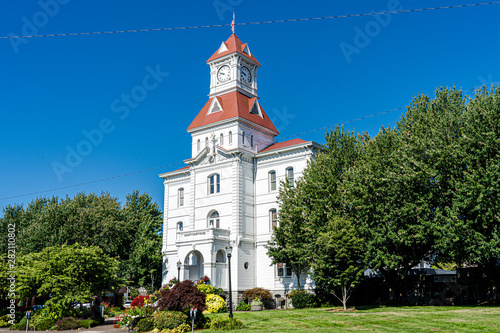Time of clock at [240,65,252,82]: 9:48
